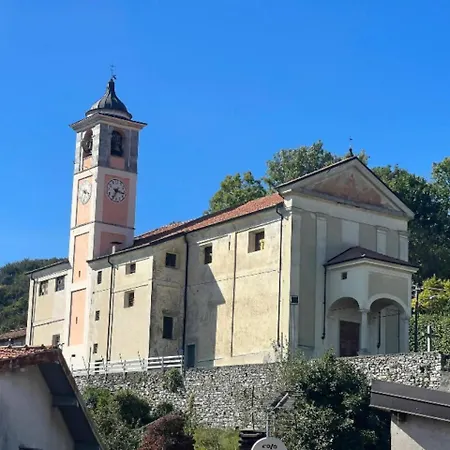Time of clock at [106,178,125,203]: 3:34
